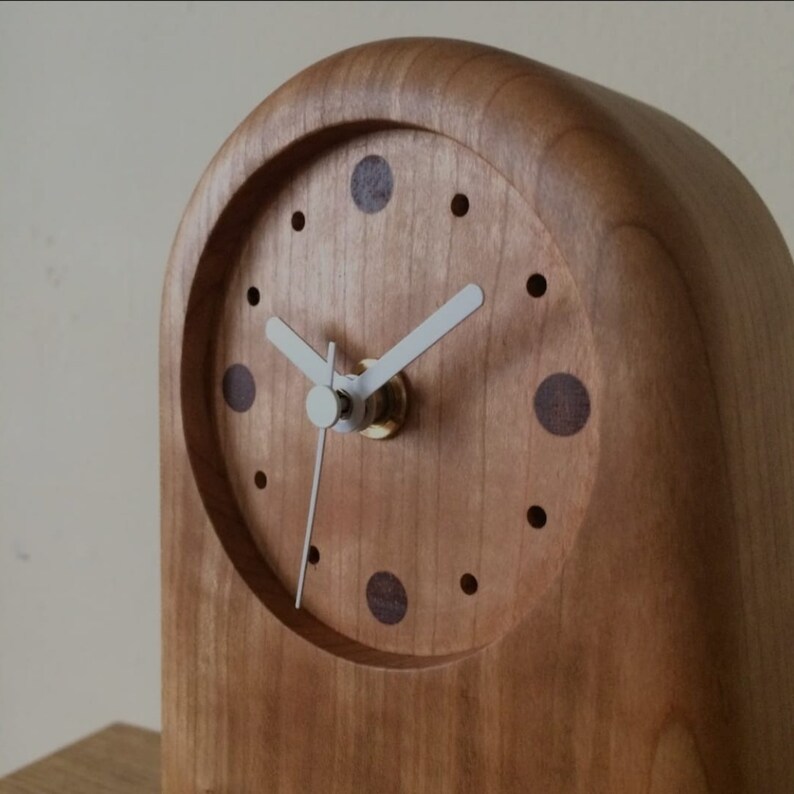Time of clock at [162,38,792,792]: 1:50
